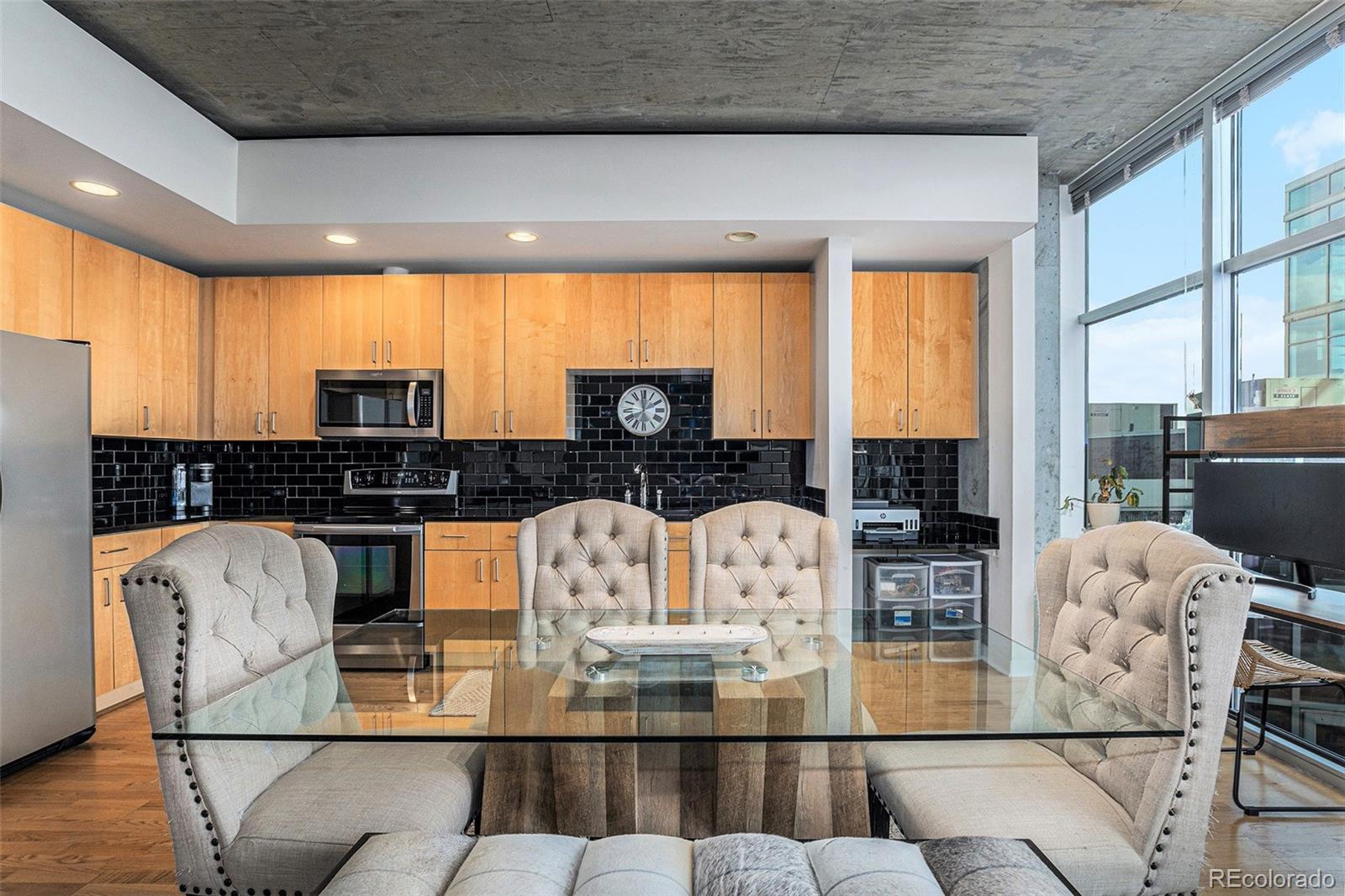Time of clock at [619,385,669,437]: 1:59
